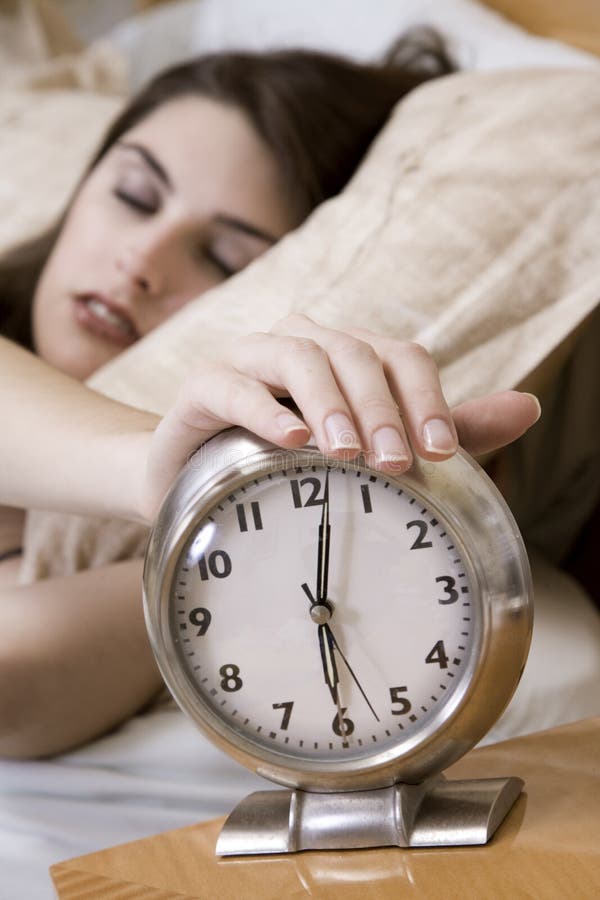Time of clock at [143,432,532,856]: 6:02
